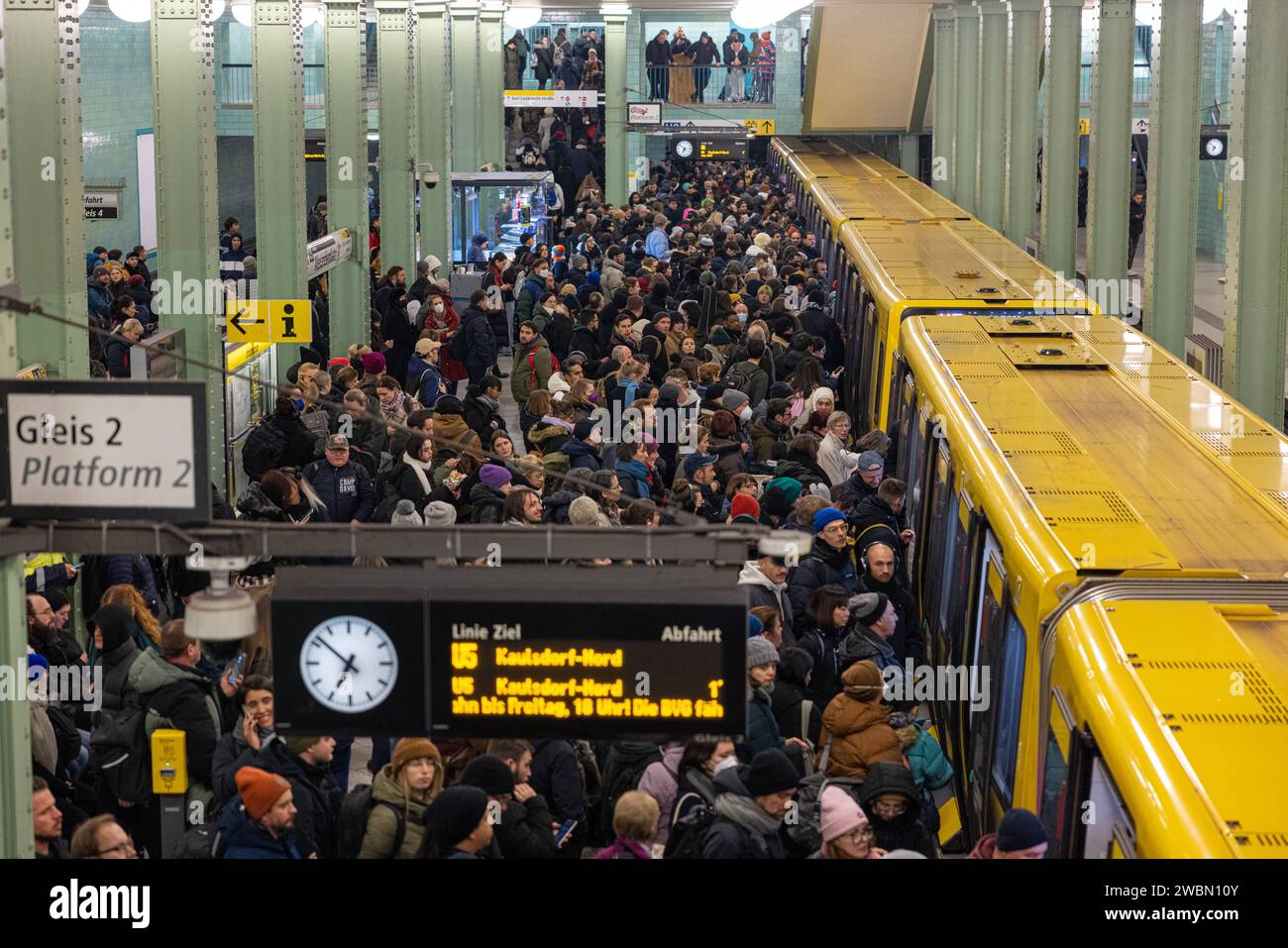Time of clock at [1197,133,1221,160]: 6:52
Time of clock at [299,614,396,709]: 6:51
